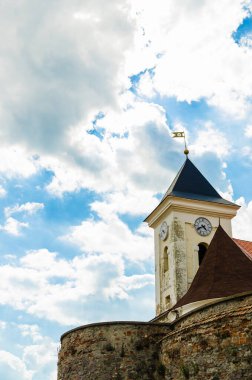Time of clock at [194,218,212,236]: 4:40
